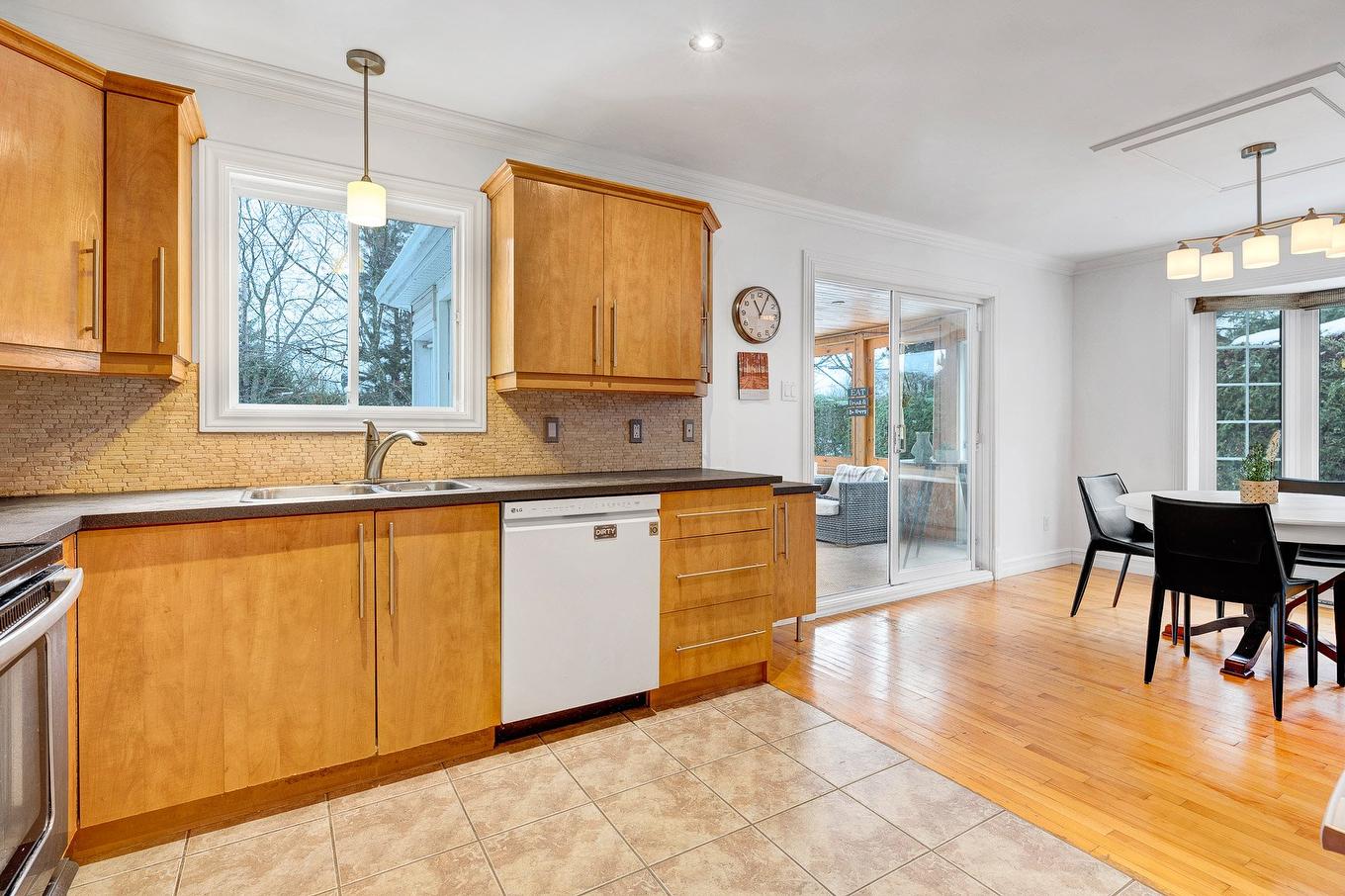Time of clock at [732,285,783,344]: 11:04
